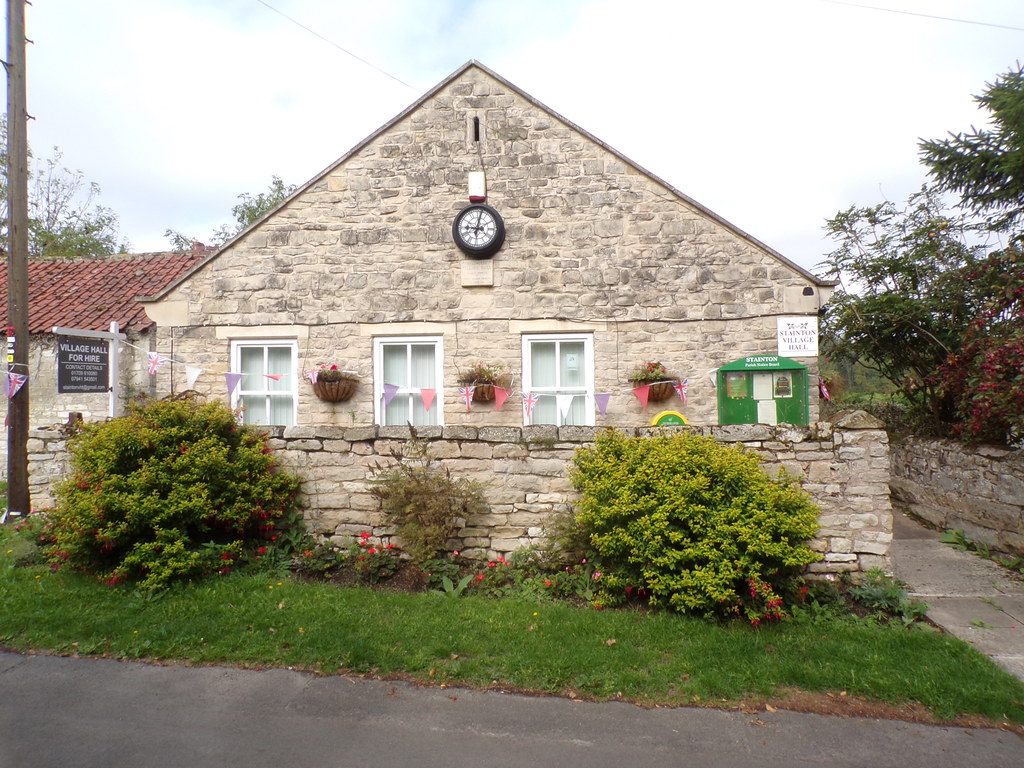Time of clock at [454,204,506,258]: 9:01
